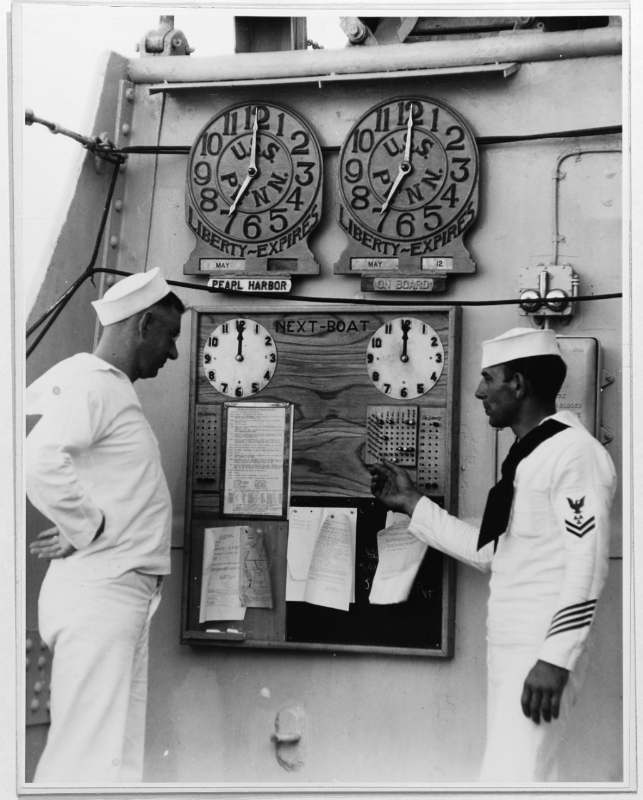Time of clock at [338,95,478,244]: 7:00
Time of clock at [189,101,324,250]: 7:00
